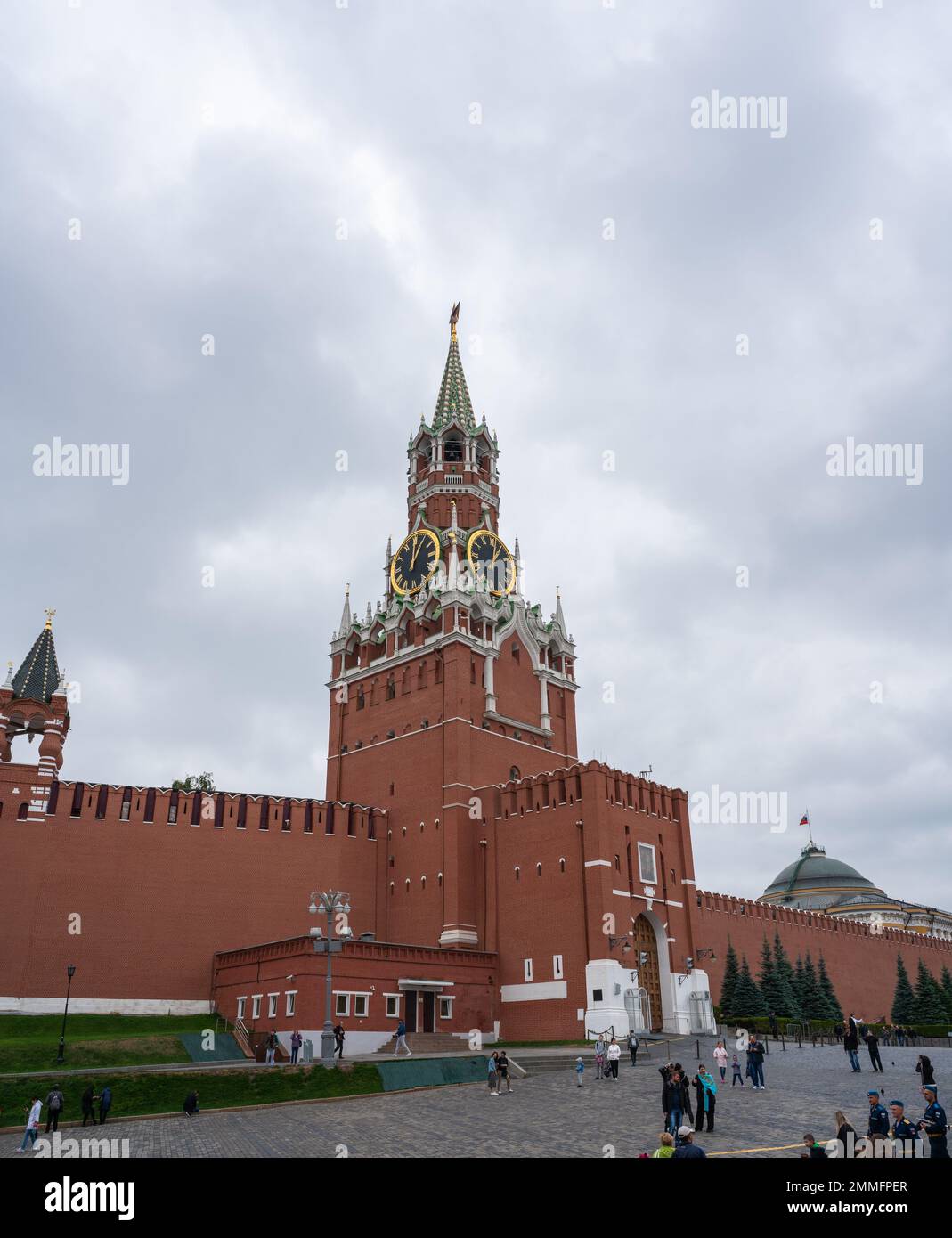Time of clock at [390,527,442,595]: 12:05
